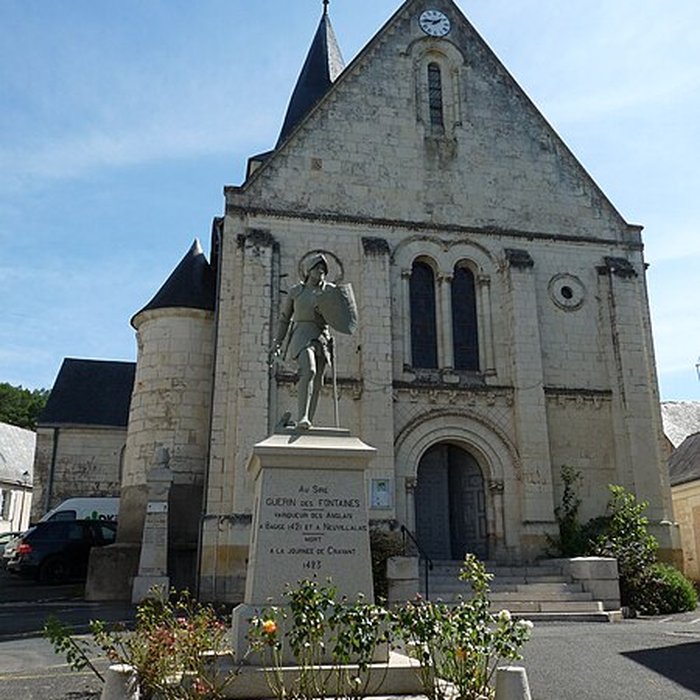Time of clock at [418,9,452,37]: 1:46
